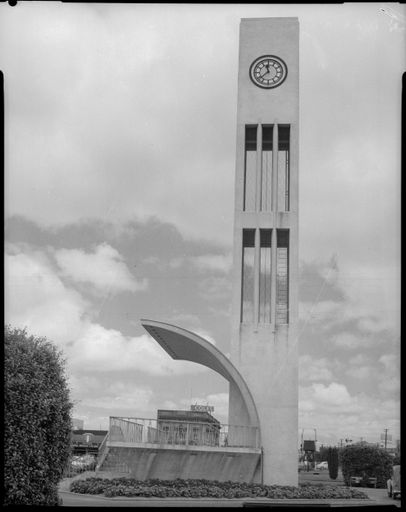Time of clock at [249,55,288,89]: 11:37
